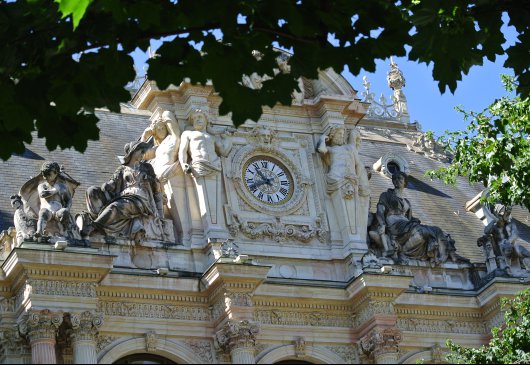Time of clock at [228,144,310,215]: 10:41
